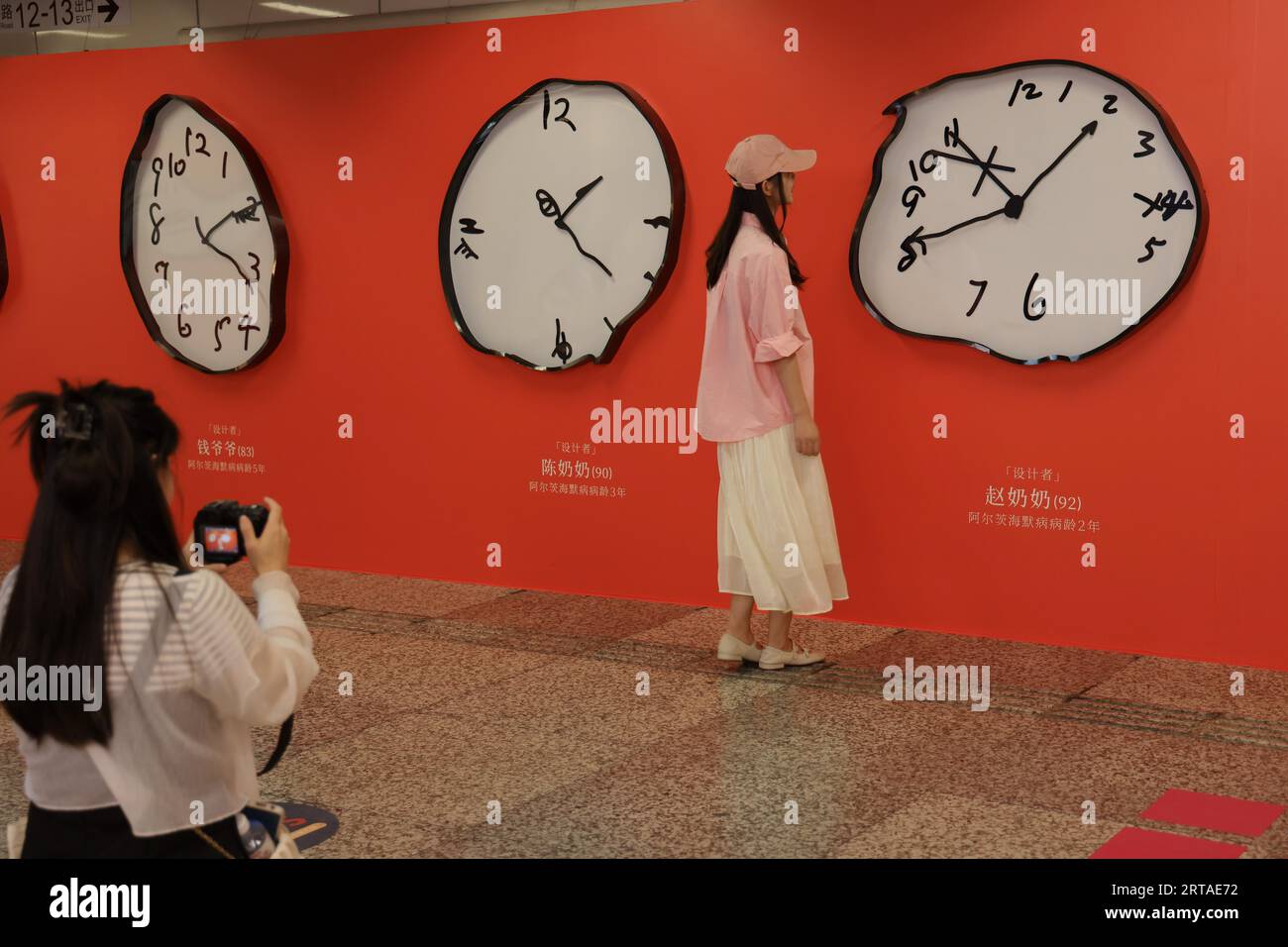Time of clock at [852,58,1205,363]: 10:41
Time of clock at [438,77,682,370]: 1:21
